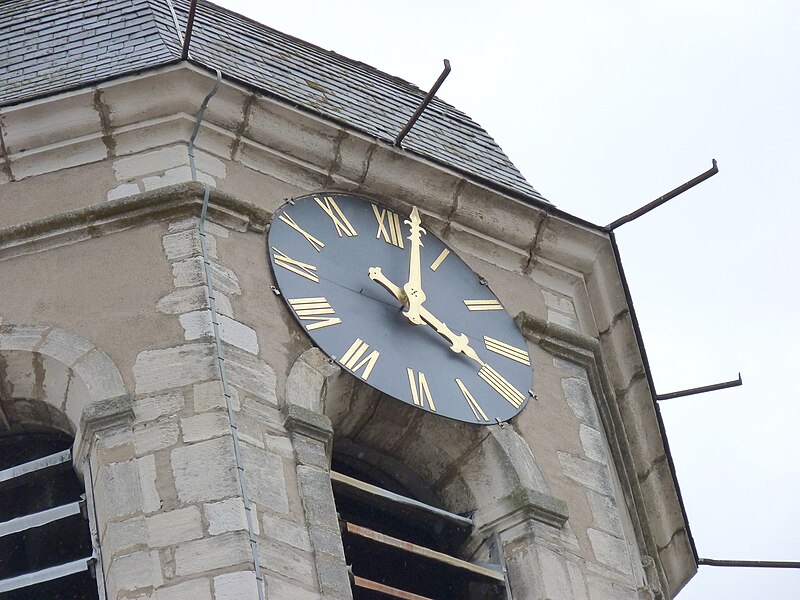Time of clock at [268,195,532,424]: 4:02
